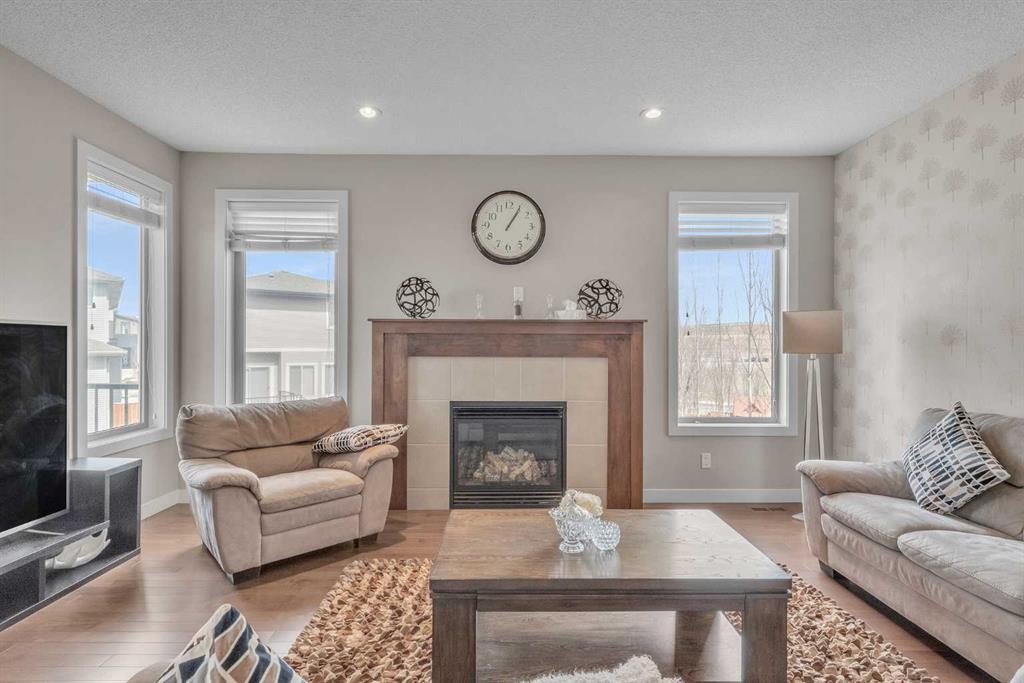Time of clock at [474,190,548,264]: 1:05
